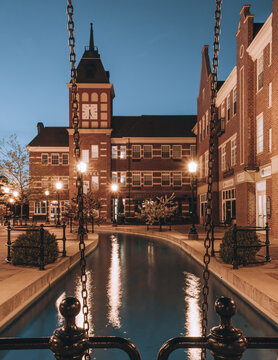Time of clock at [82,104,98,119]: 5:30
